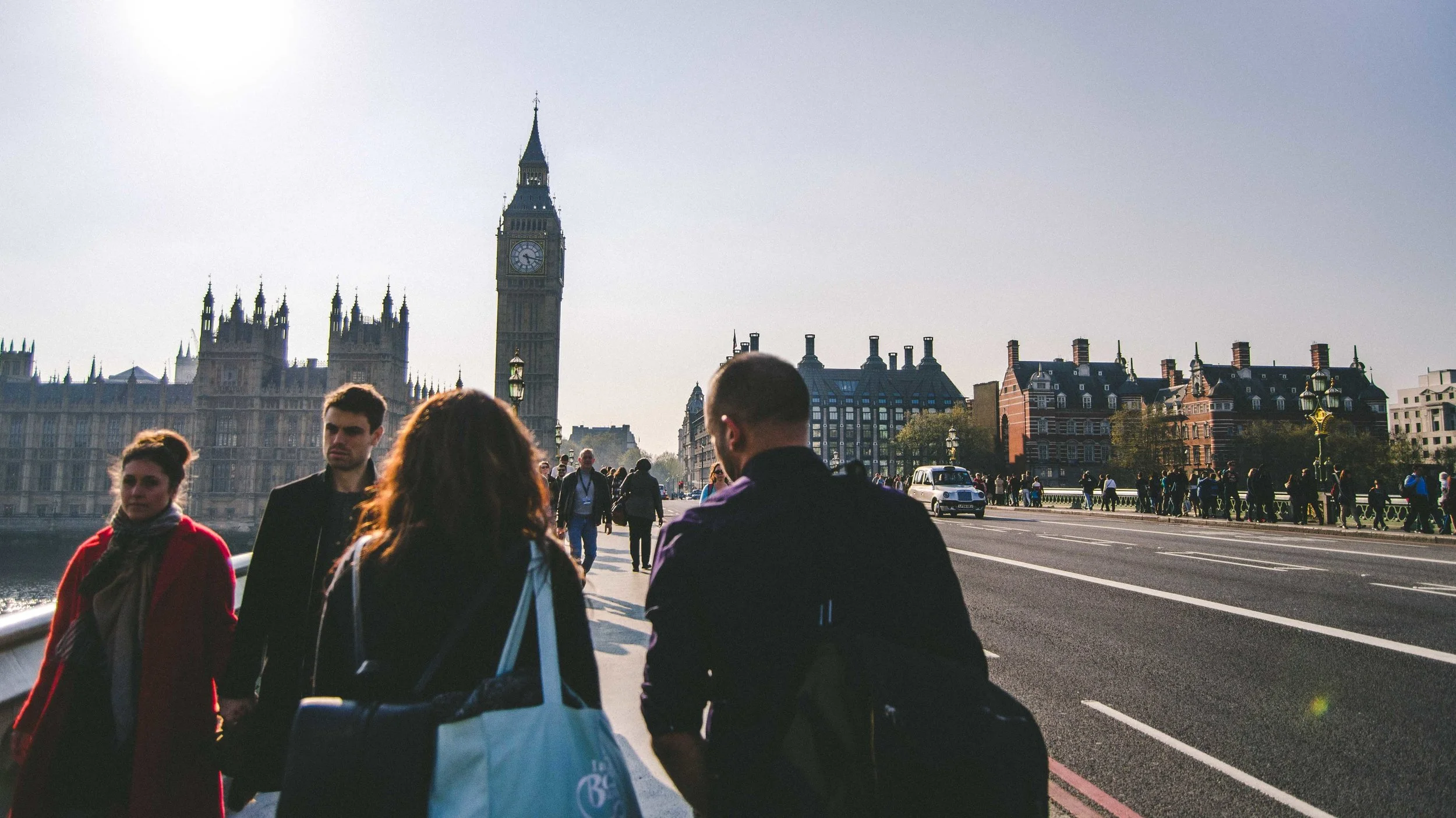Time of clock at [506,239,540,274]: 5:17
